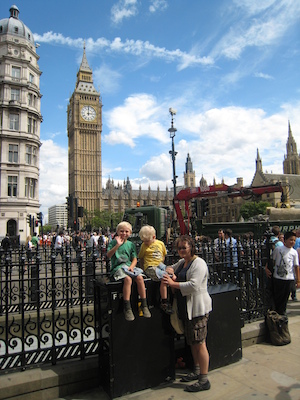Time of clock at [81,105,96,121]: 3:00
